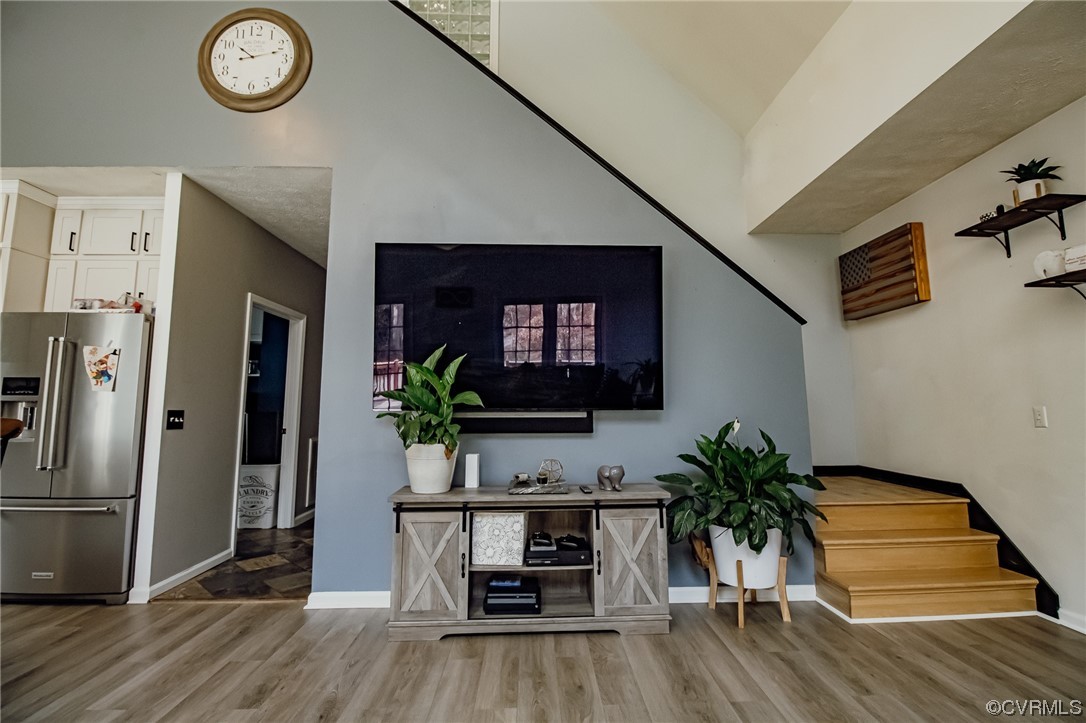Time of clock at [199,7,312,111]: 10:12
